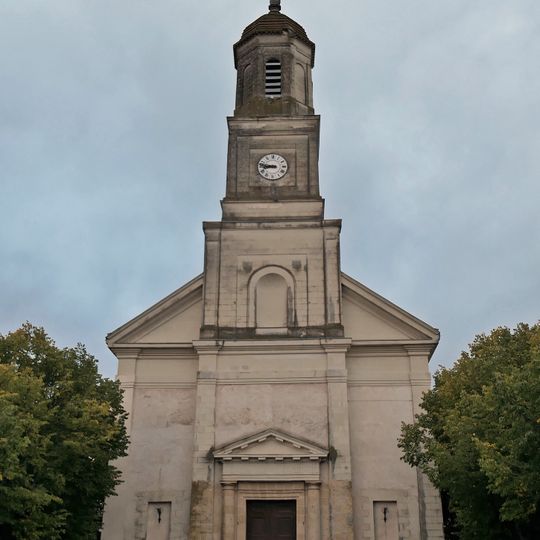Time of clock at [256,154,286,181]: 8:47
